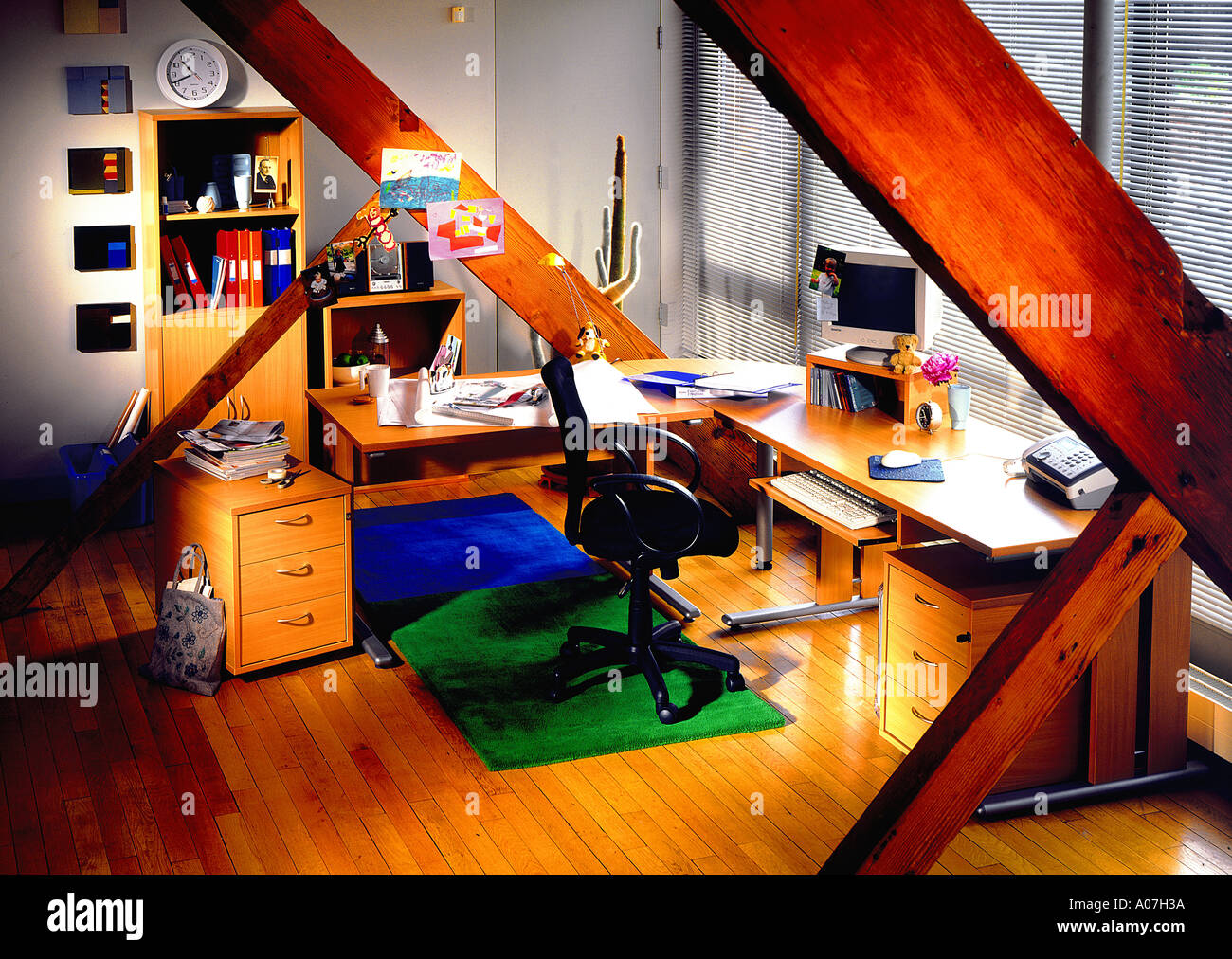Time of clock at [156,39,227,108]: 10:41
